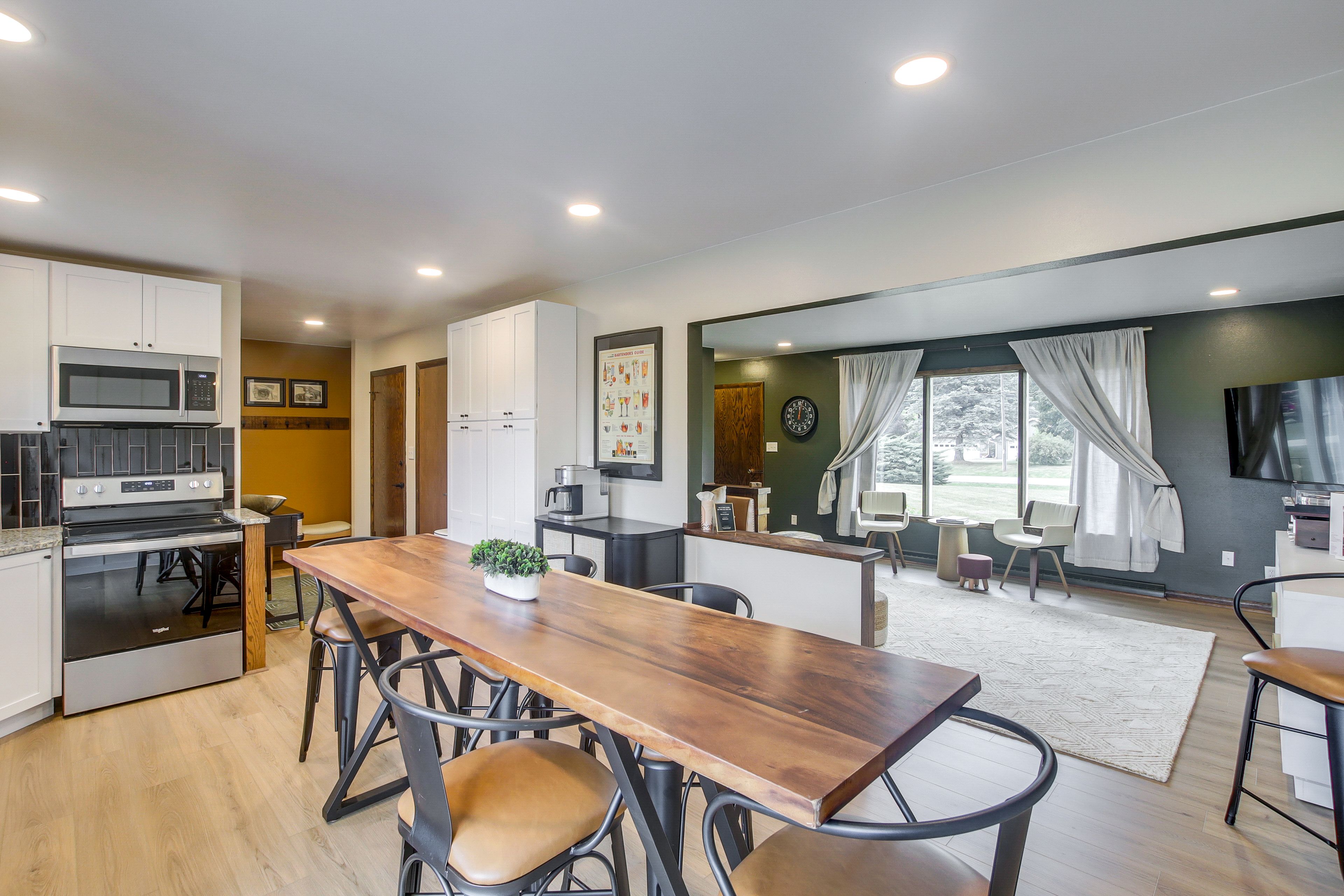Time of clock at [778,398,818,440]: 12:02
